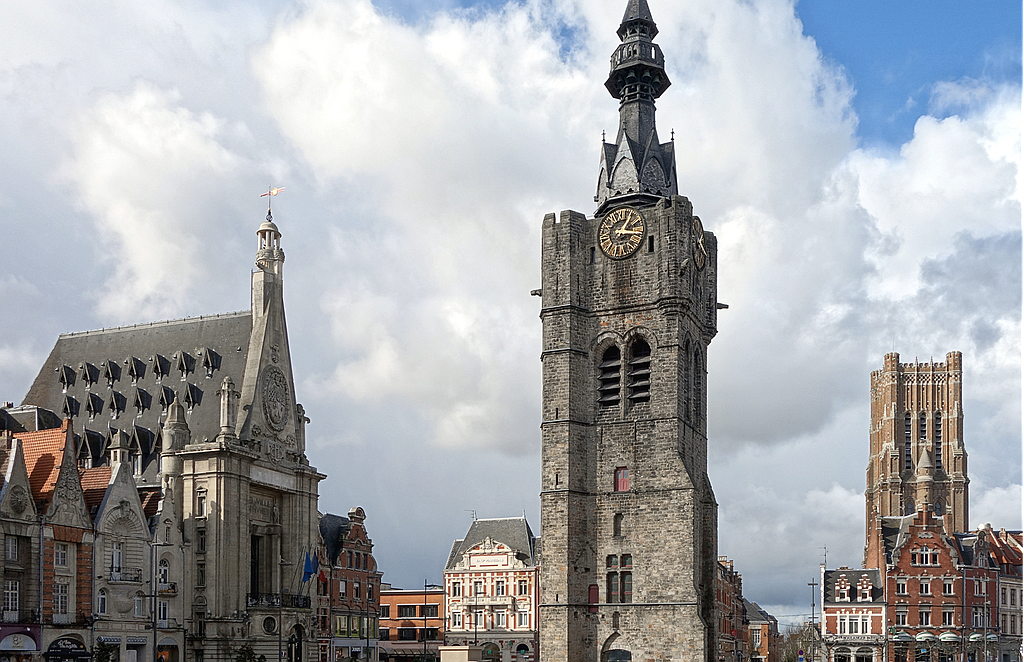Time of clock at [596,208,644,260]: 1:16
